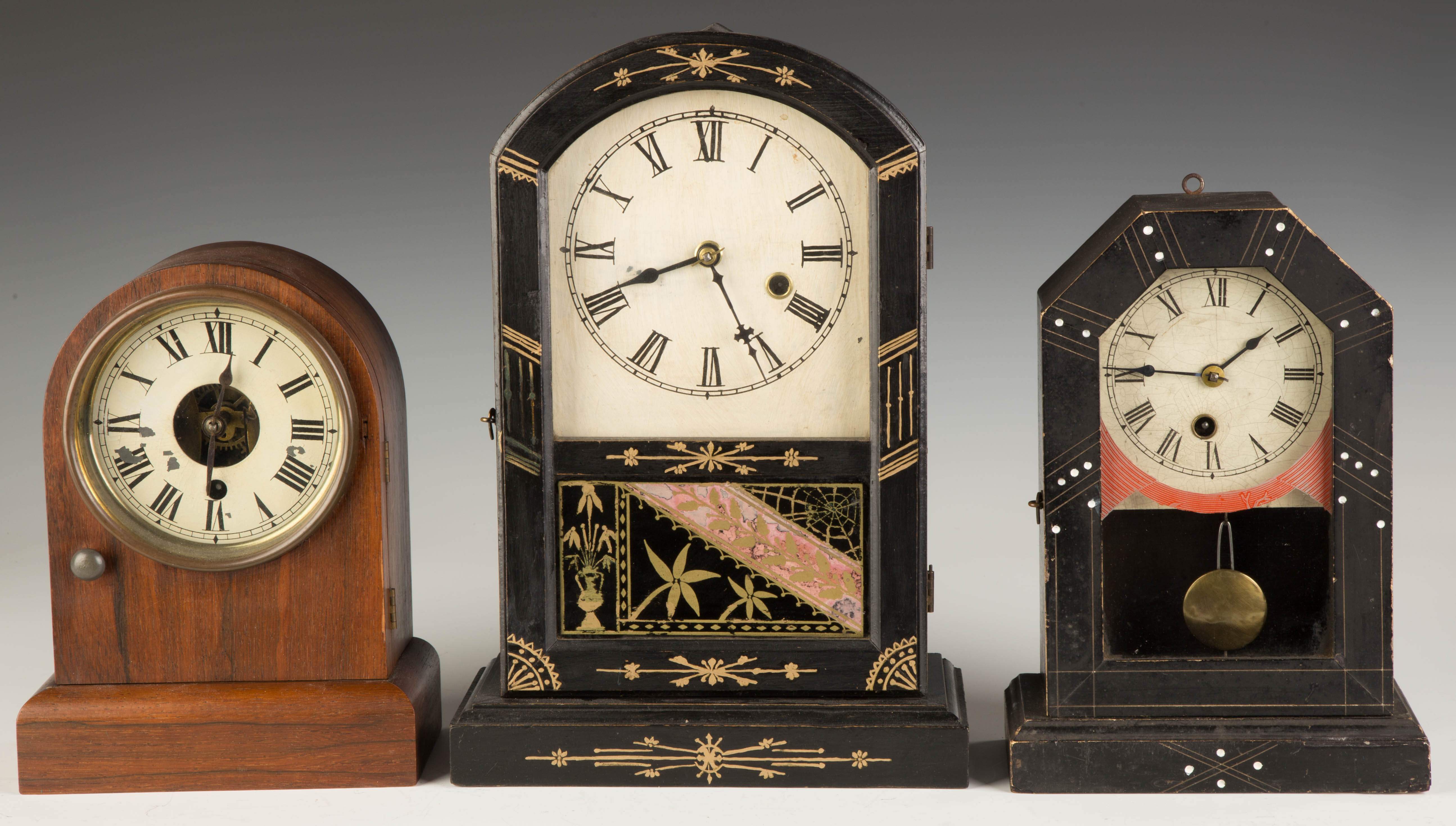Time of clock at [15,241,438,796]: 6:01
